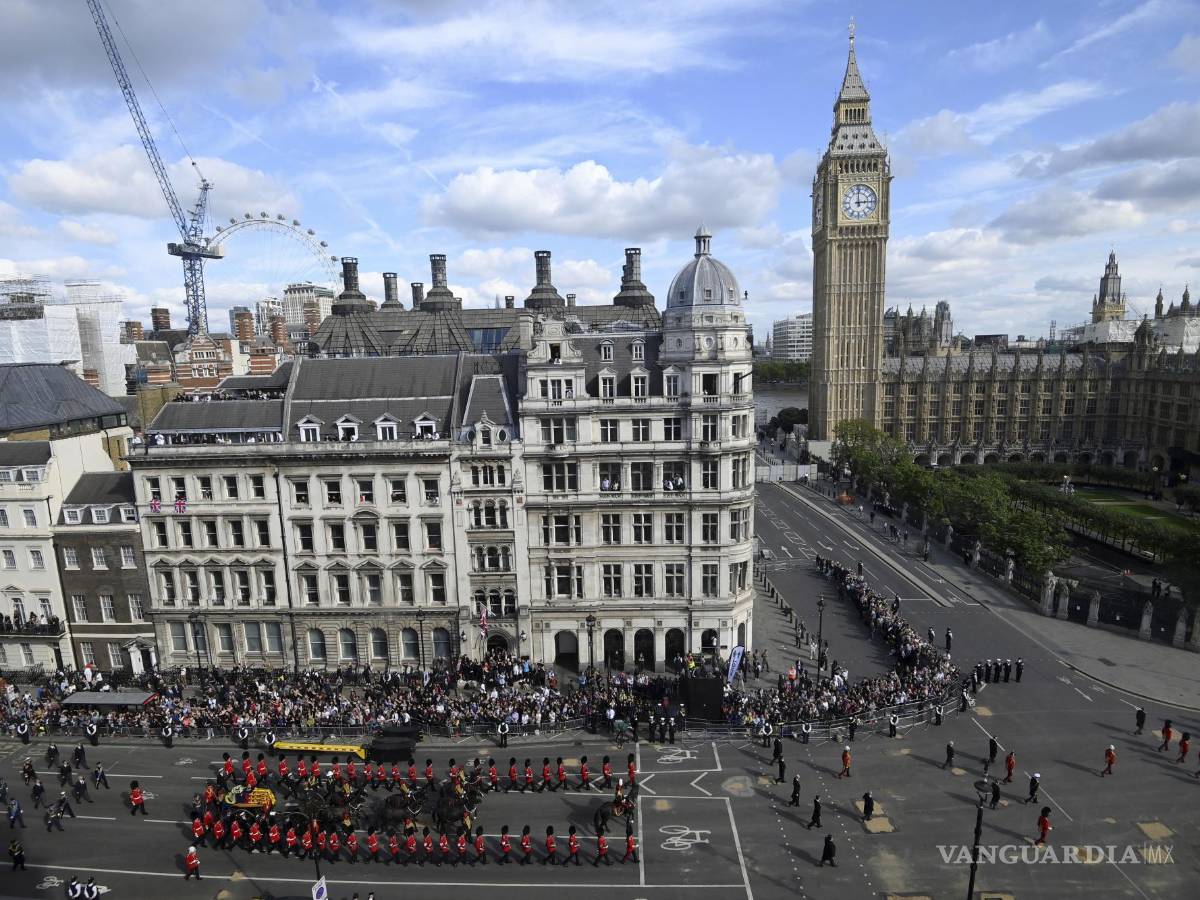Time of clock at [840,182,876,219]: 2:59
